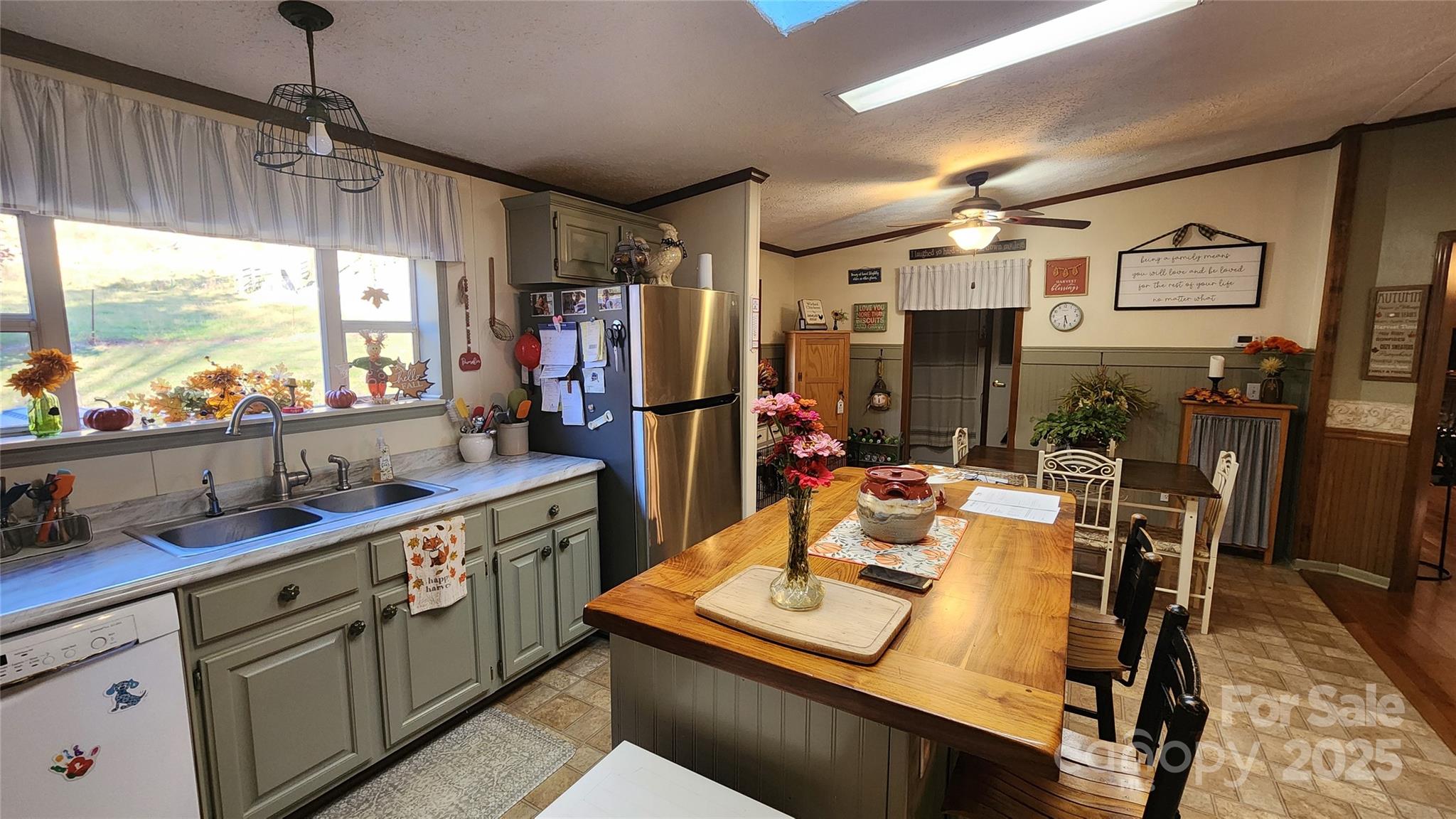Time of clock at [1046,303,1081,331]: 5:30
